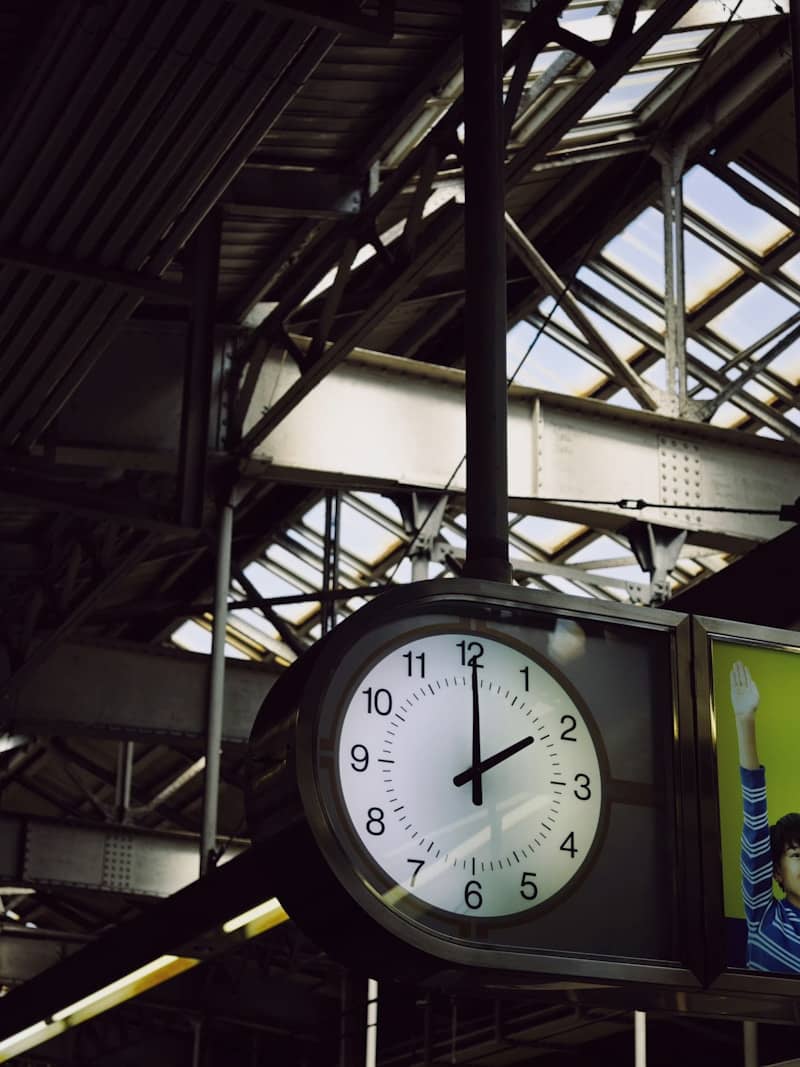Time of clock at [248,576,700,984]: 2:00
